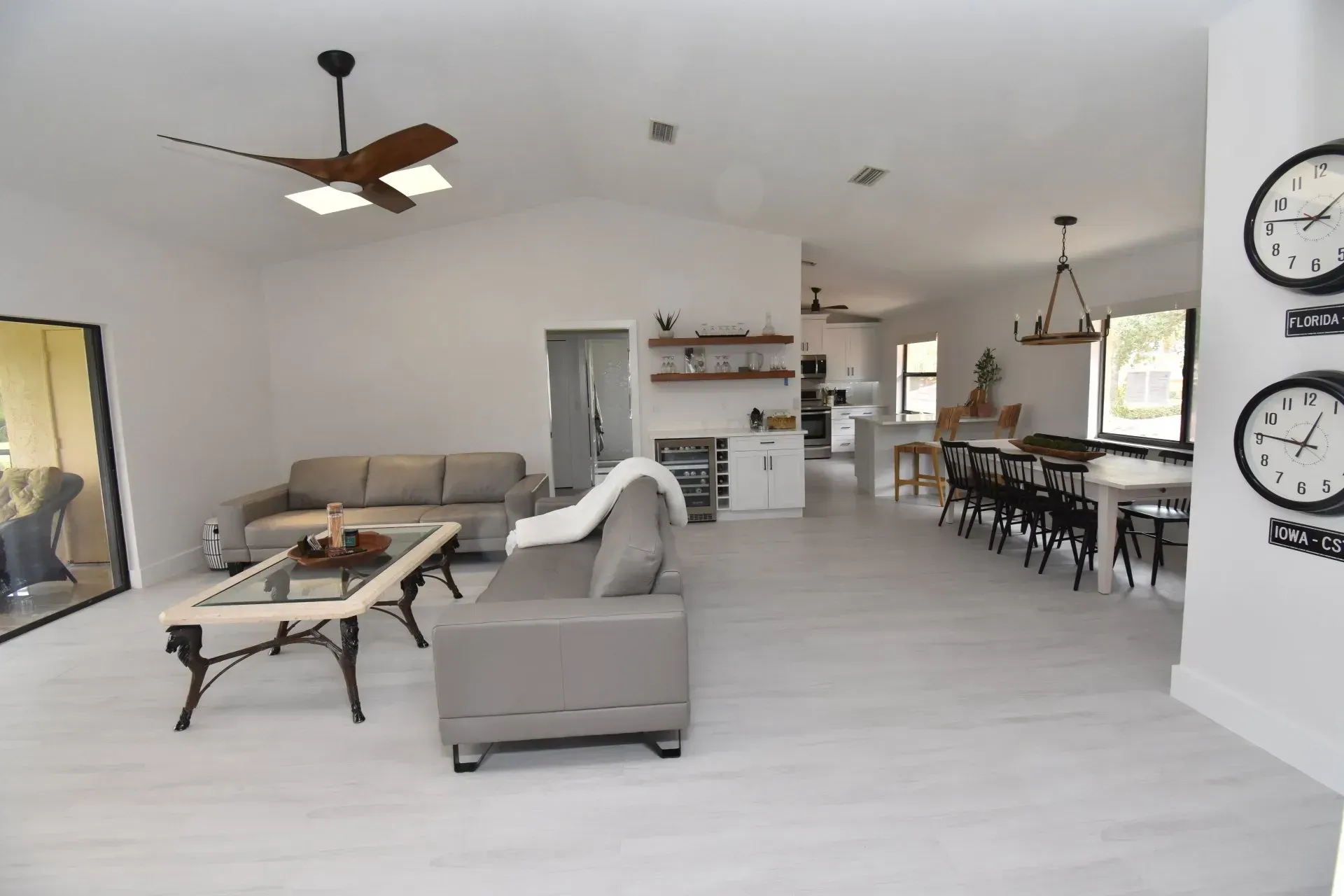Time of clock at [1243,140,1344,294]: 1:46
